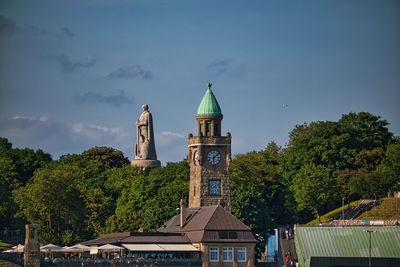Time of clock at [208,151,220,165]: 6:08
